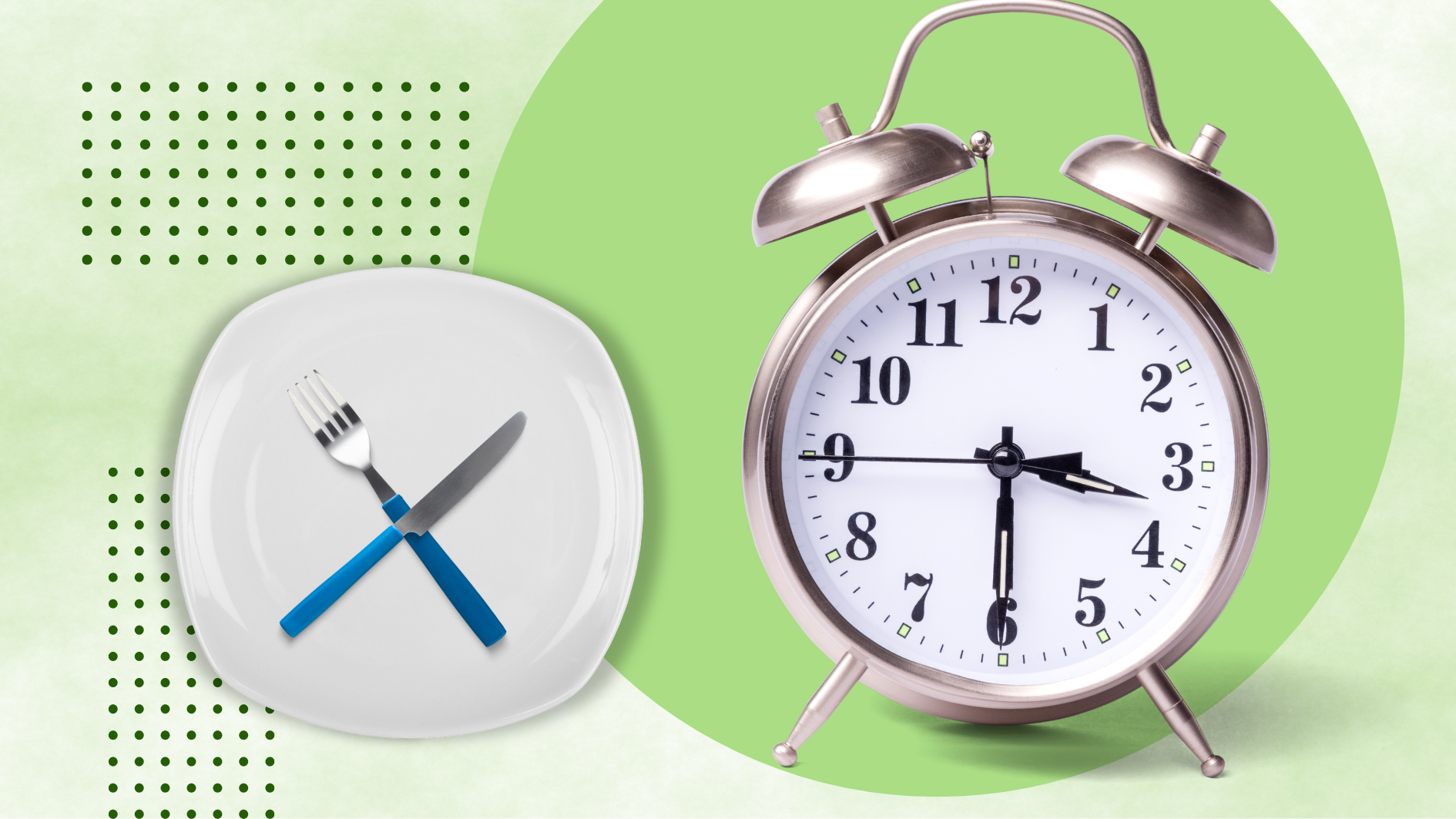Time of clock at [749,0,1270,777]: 3:30
